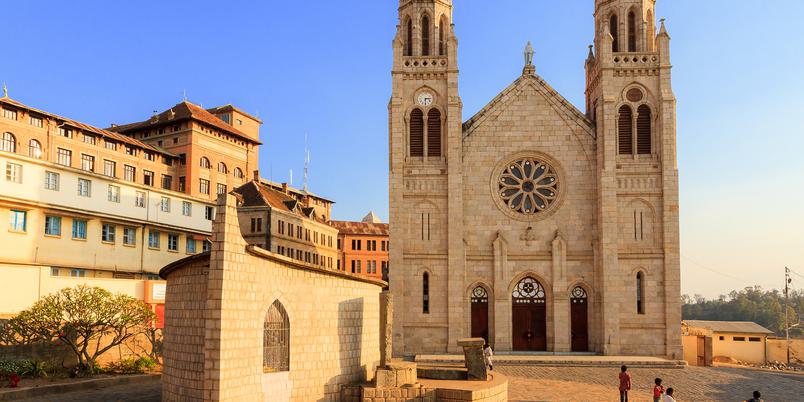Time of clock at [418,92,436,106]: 6:14
